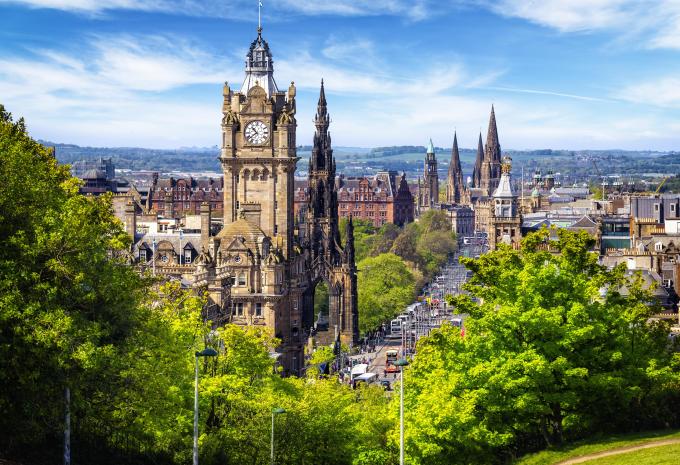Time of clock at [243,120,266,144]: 10:38
